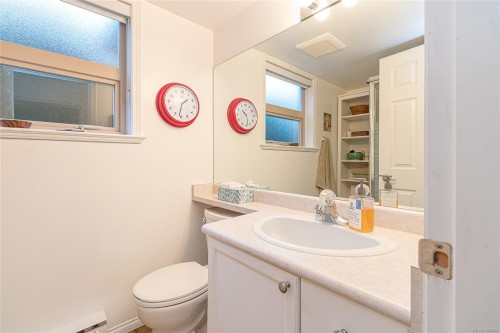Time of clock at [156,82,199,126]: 1:31
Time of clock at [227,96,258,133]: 10:28
